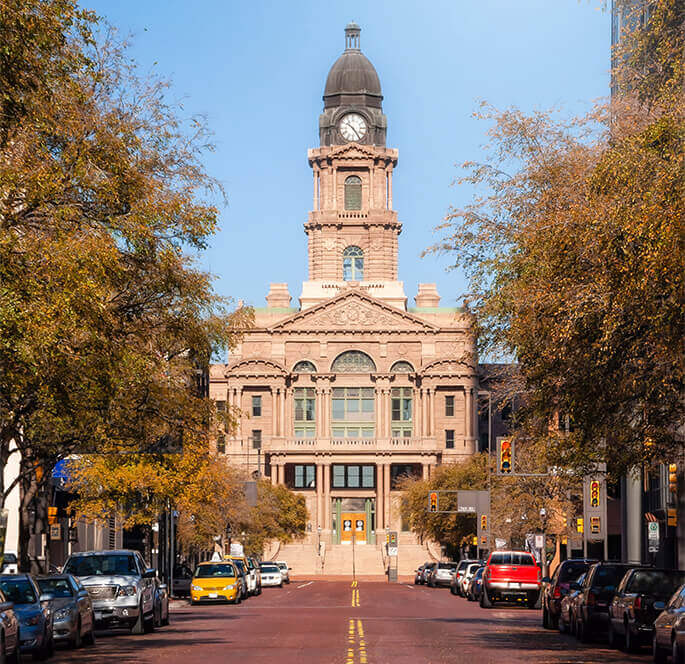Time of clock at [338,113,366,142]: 10:24
